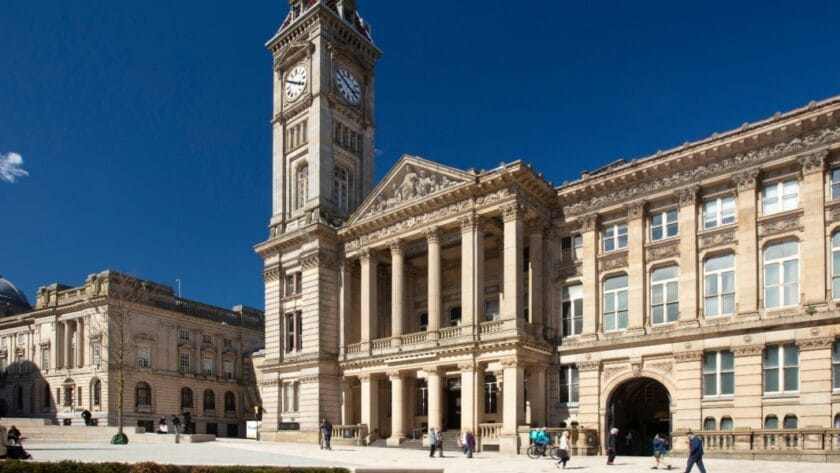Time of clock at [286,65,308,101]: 3:50
